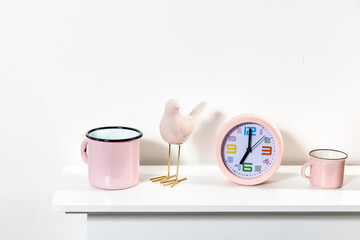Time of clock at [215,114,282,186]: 7:00
